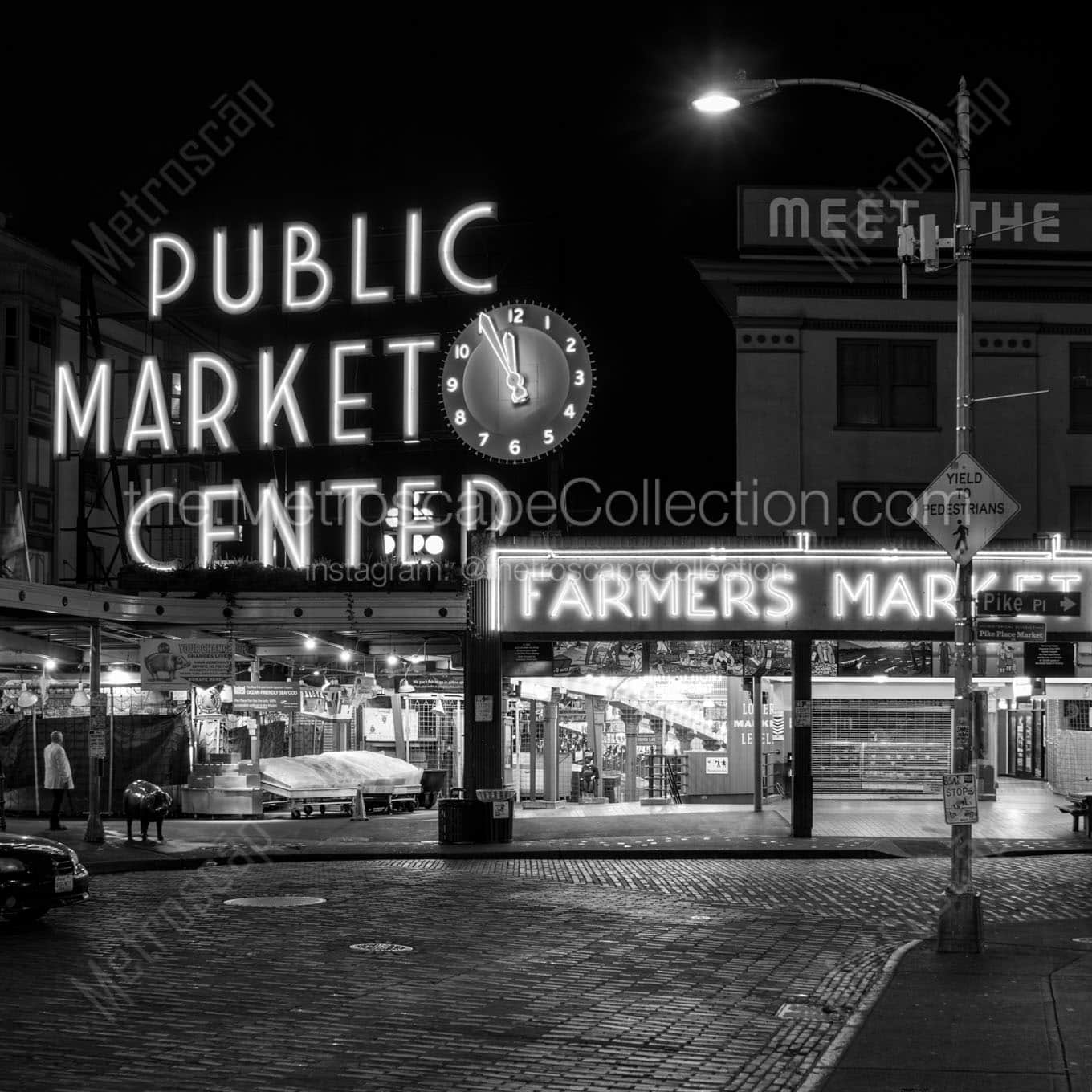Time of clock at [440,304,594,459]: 11:55
